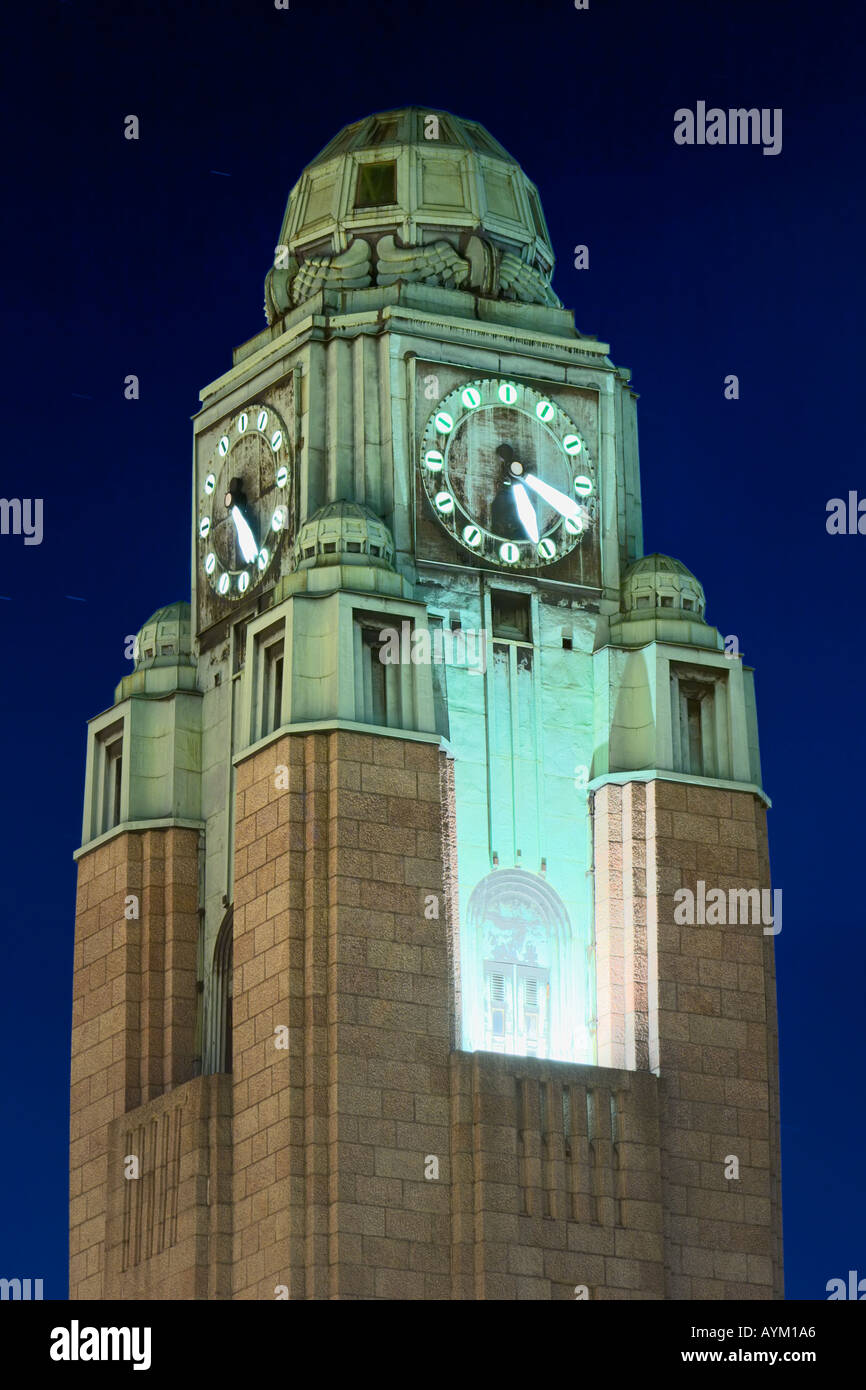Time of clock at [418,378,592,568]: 5:18
